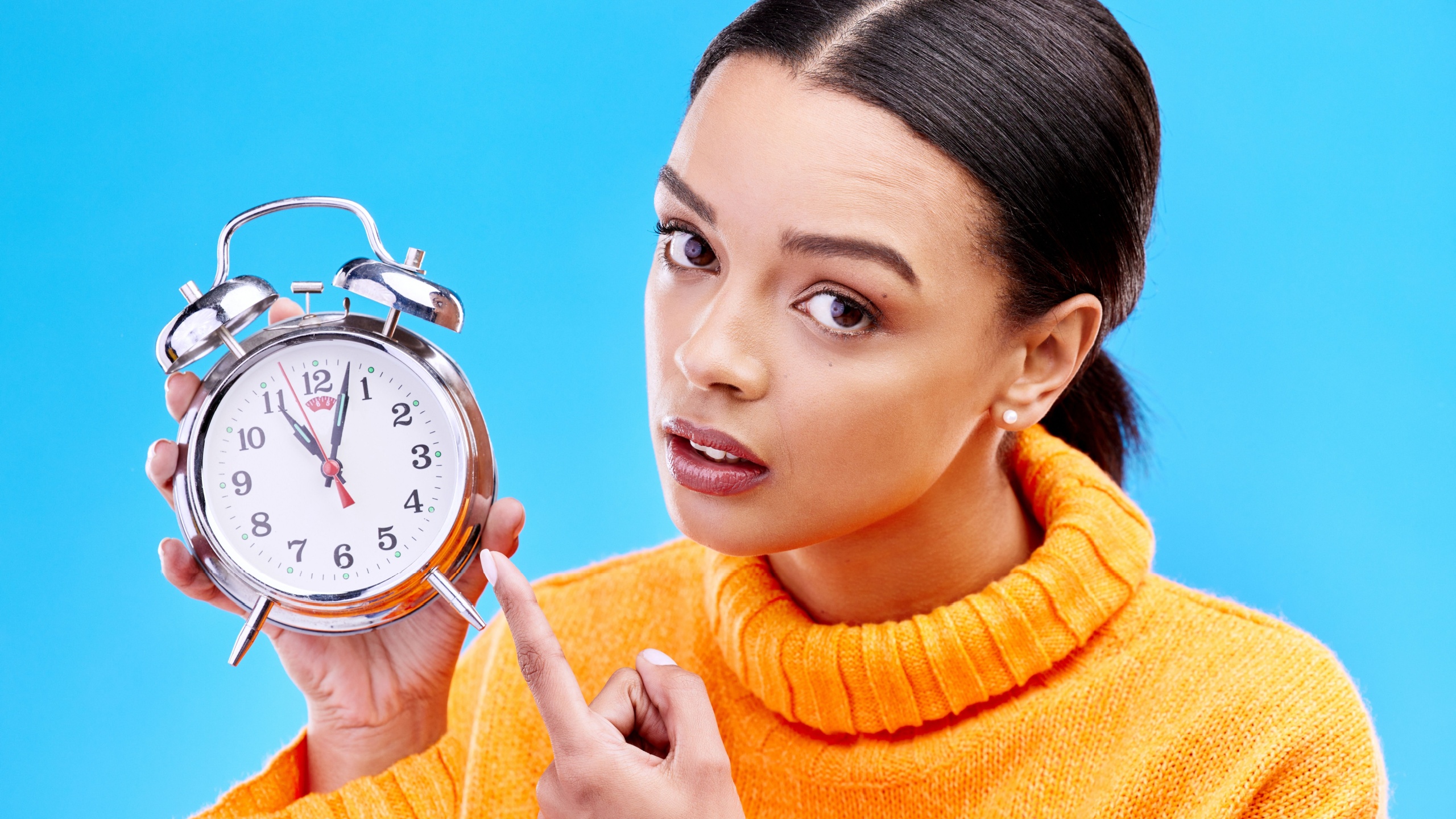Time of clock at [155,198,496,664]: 11:03
